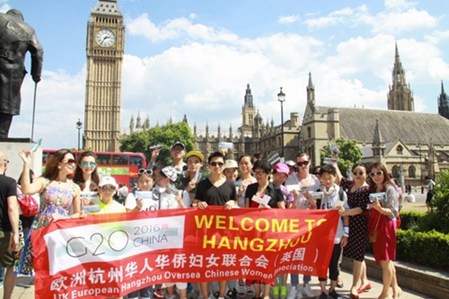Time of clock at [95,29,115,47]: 2:35
